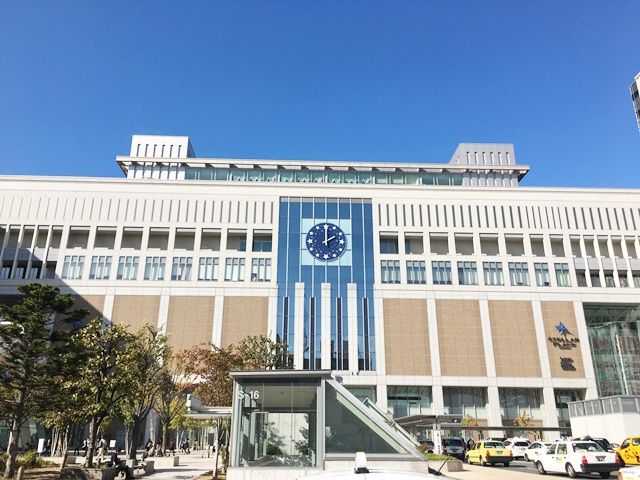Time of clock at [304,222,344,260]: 2:00
